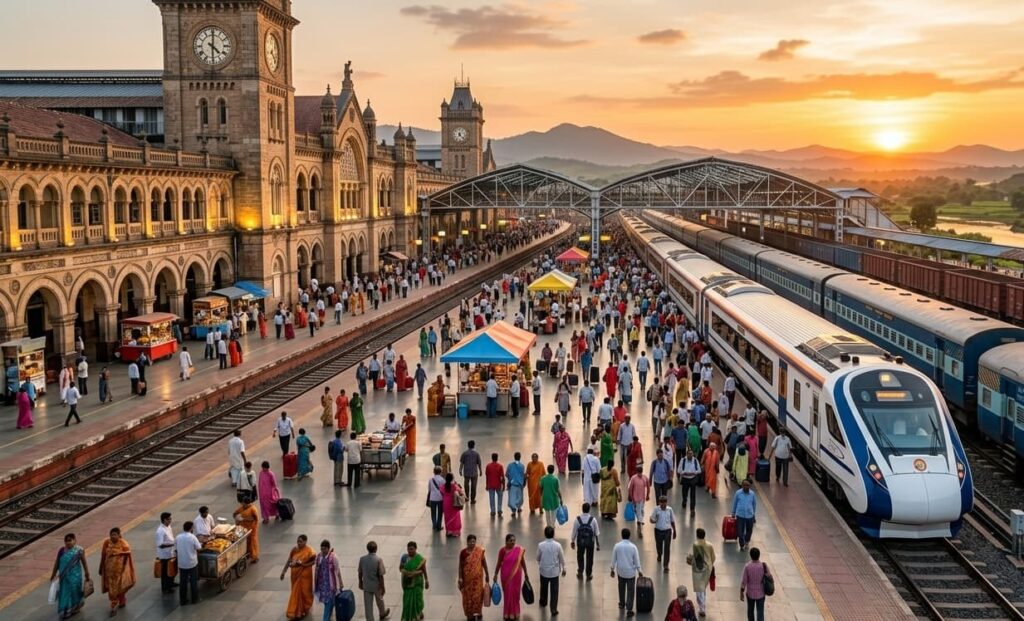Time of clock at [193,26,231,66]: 4:29
